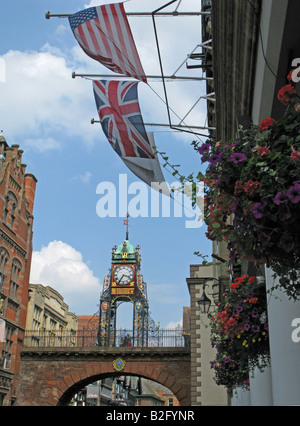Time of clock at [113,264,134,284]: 3:35
